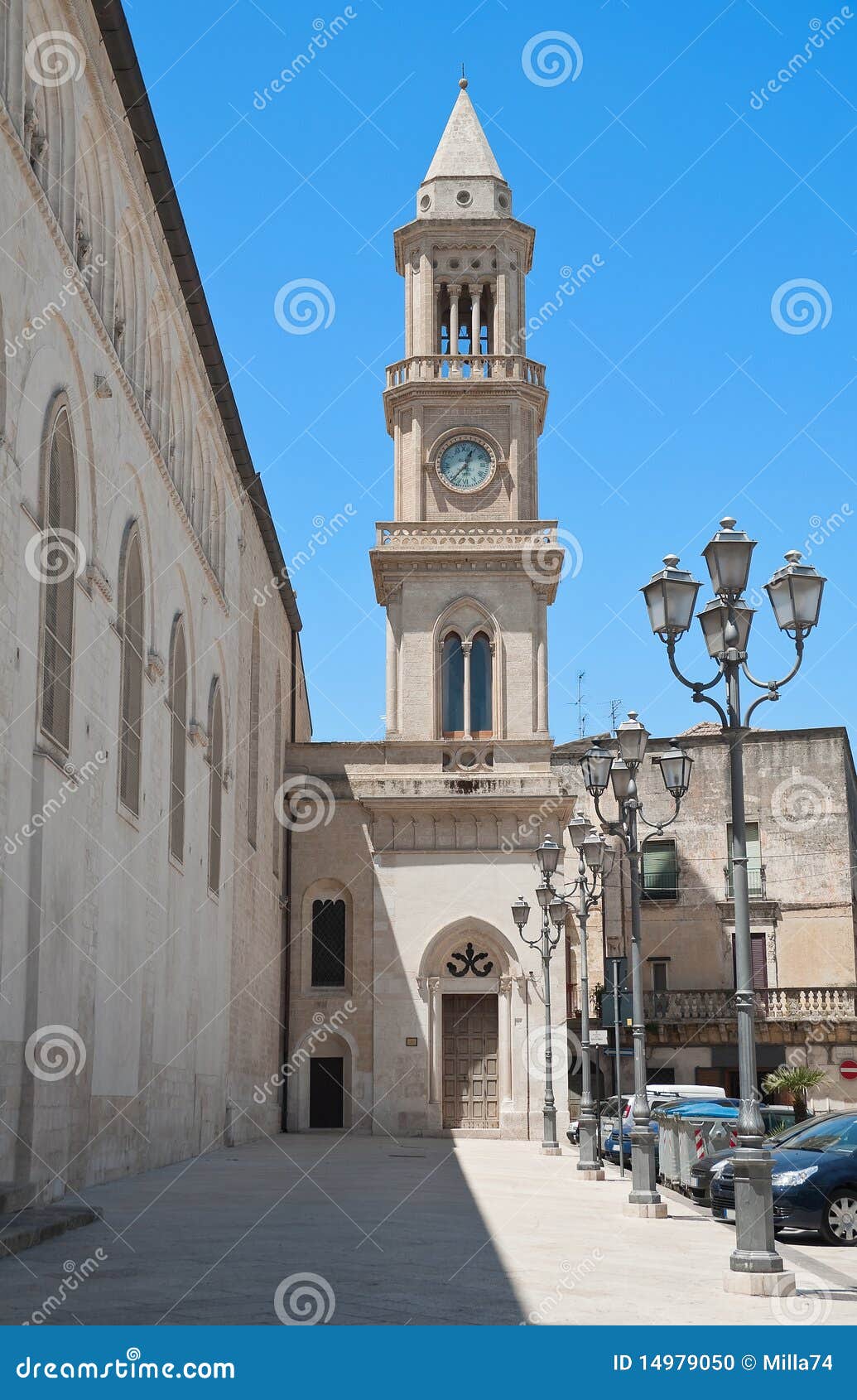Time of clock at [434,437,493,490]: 12:37
